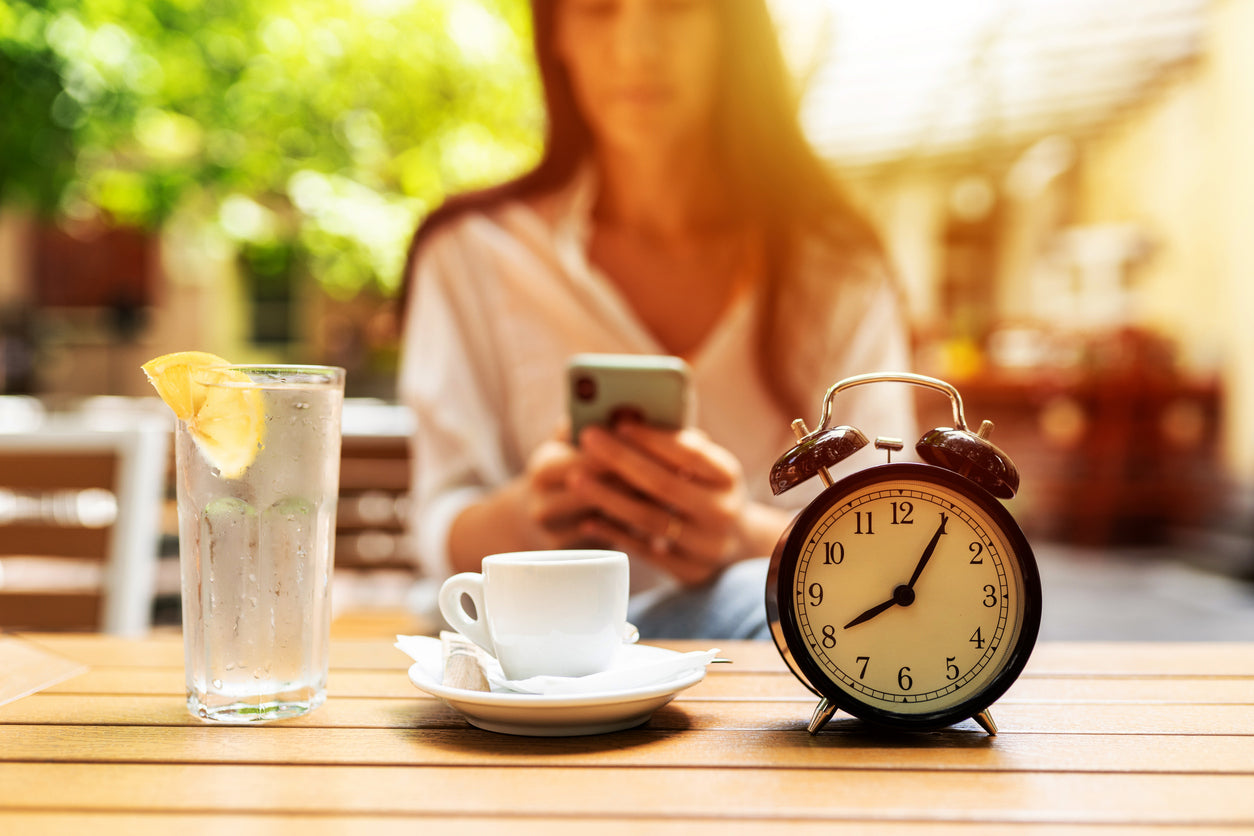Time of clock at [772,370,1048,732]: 8:05
